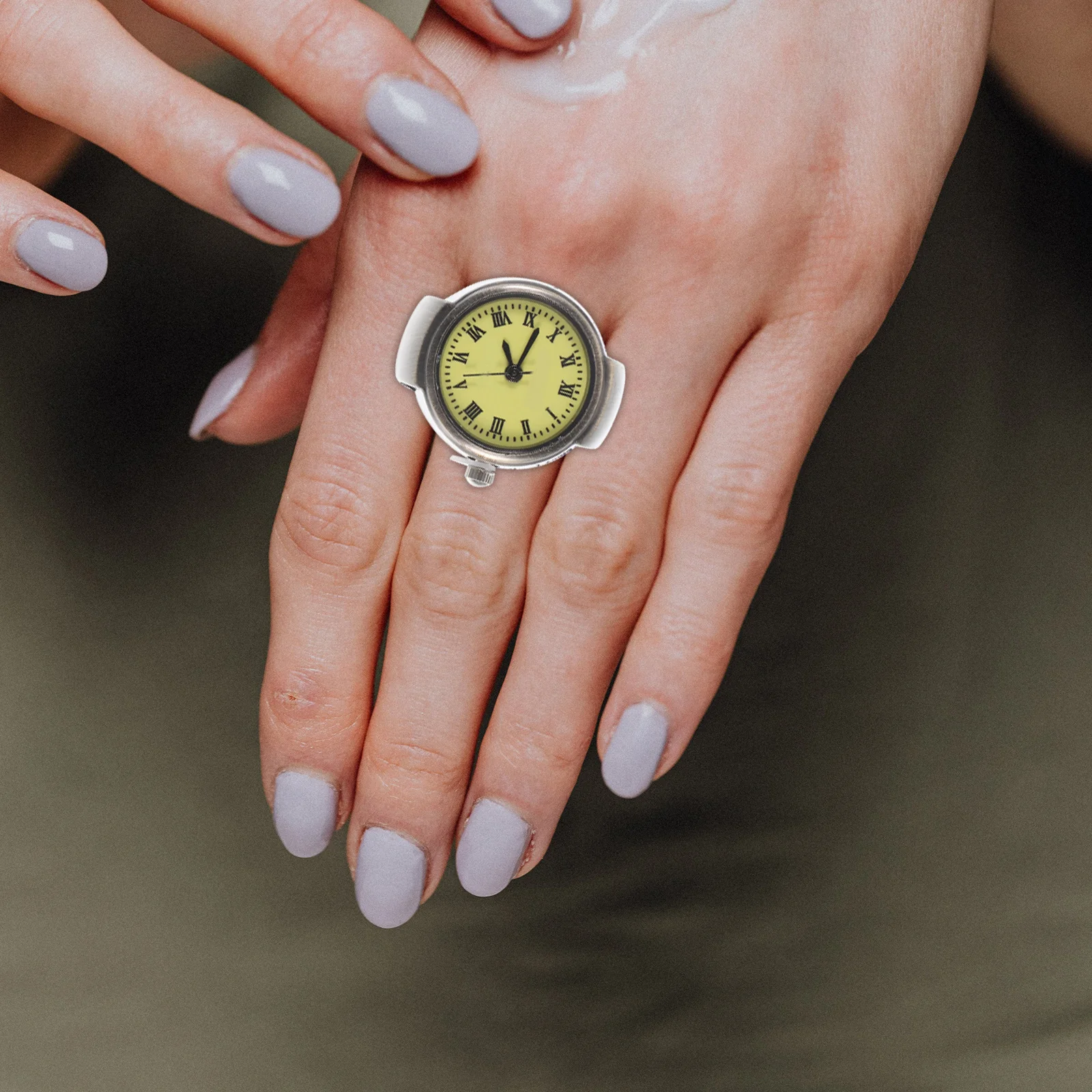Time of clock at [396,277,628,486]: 12:07
